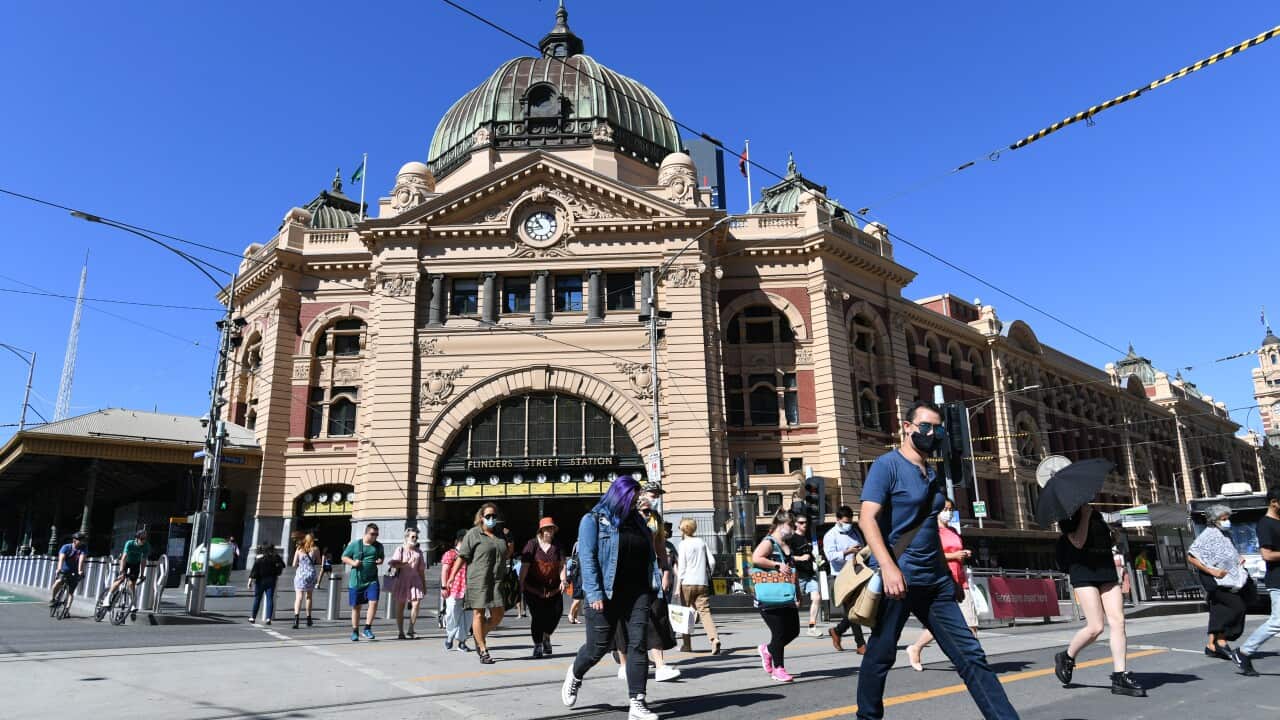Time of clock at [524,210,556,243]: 10:43
